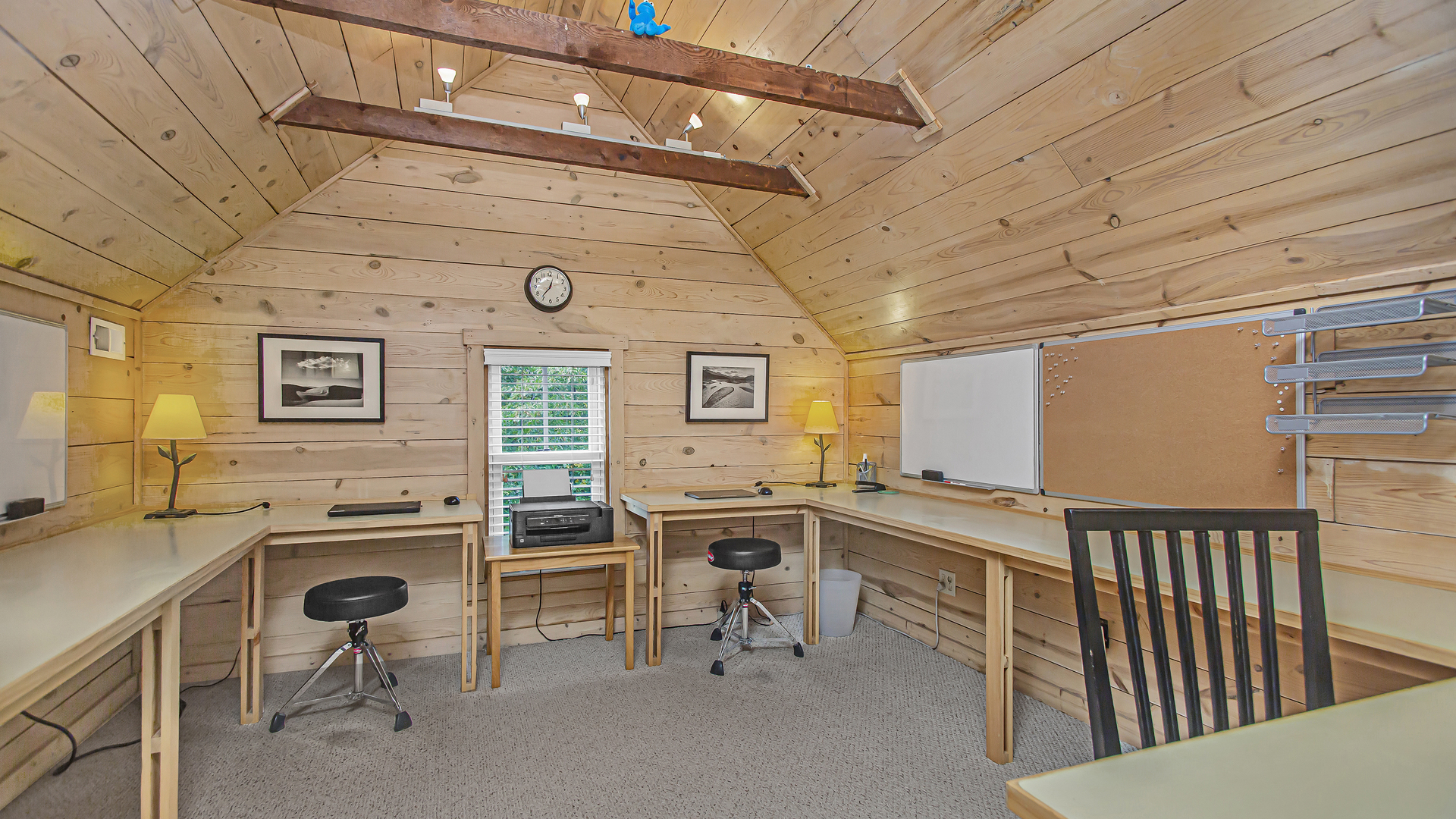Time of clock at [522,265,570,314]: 12:36
